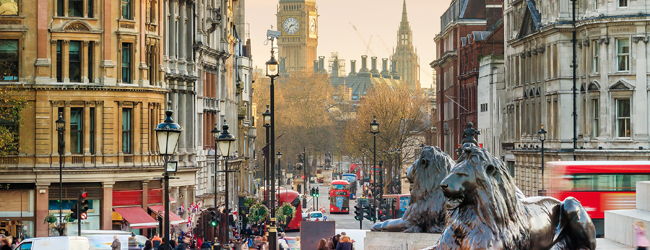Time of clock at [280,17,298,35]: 2:36
